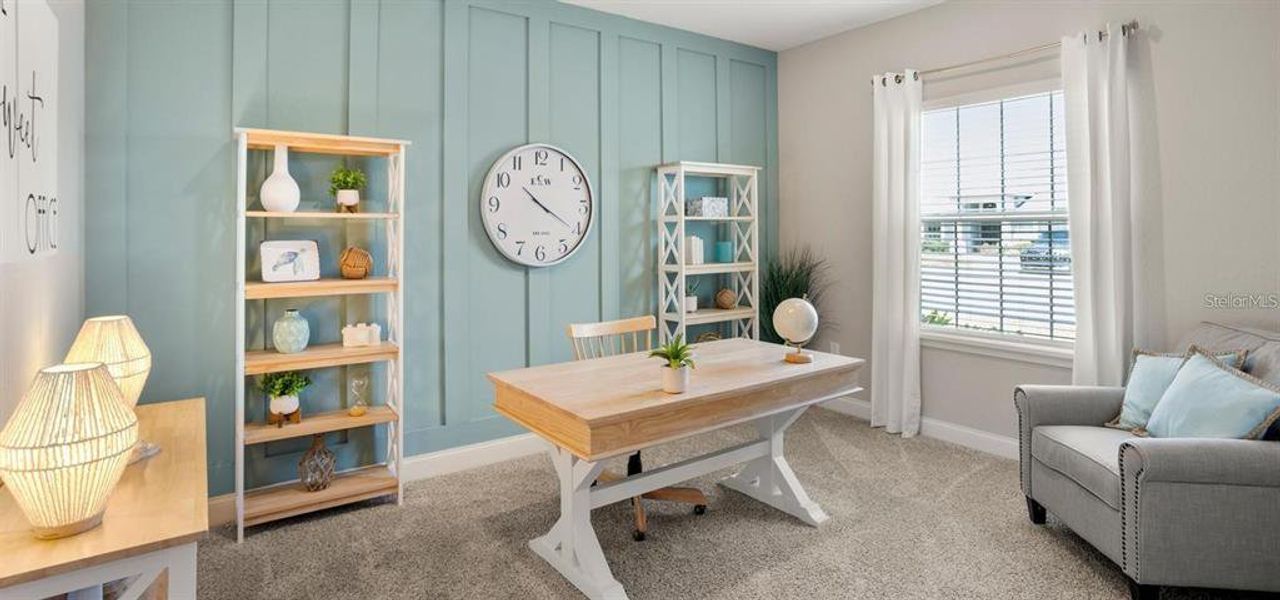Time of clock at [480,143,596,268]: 10:20
